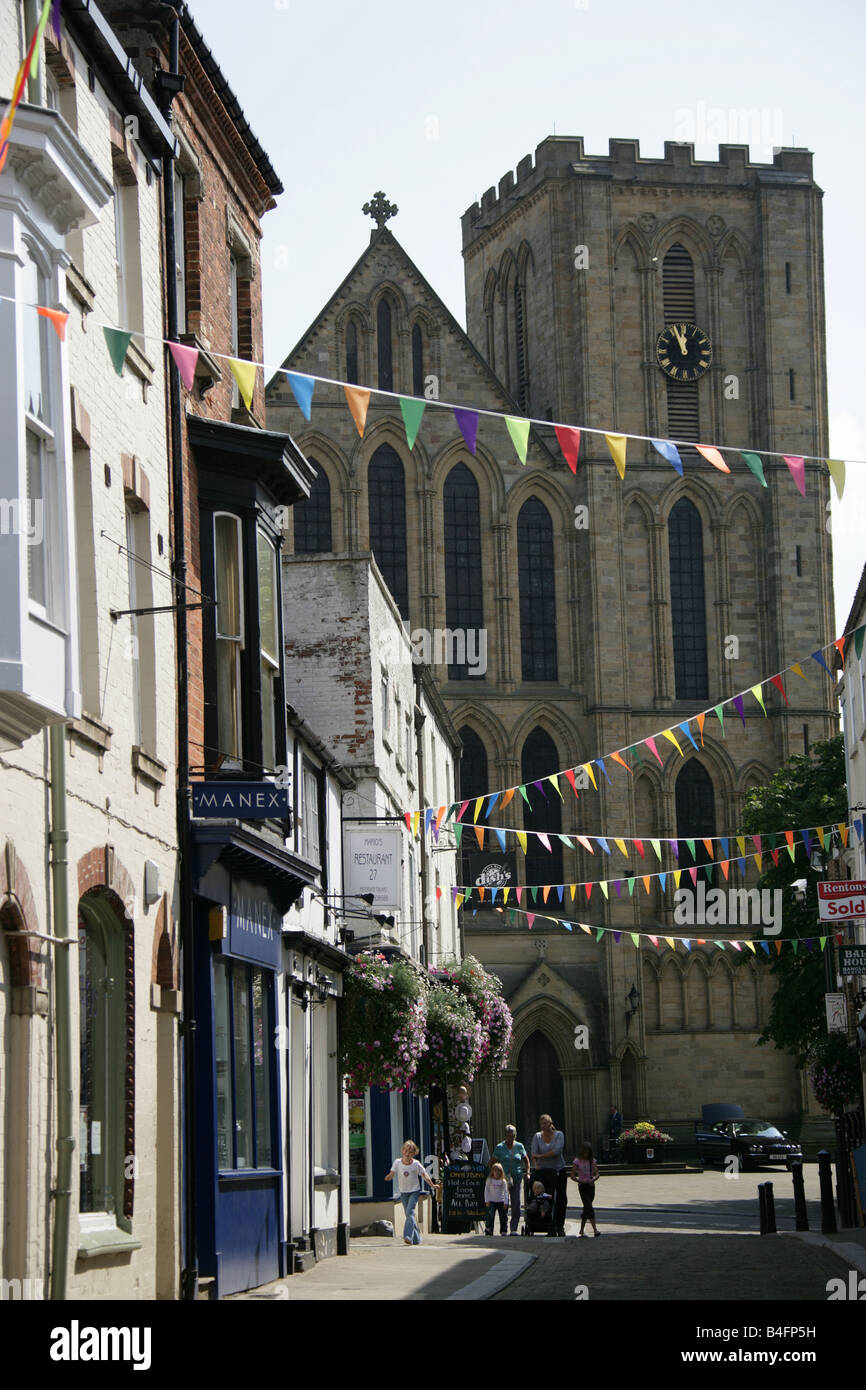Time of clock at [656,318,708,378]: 11:56
